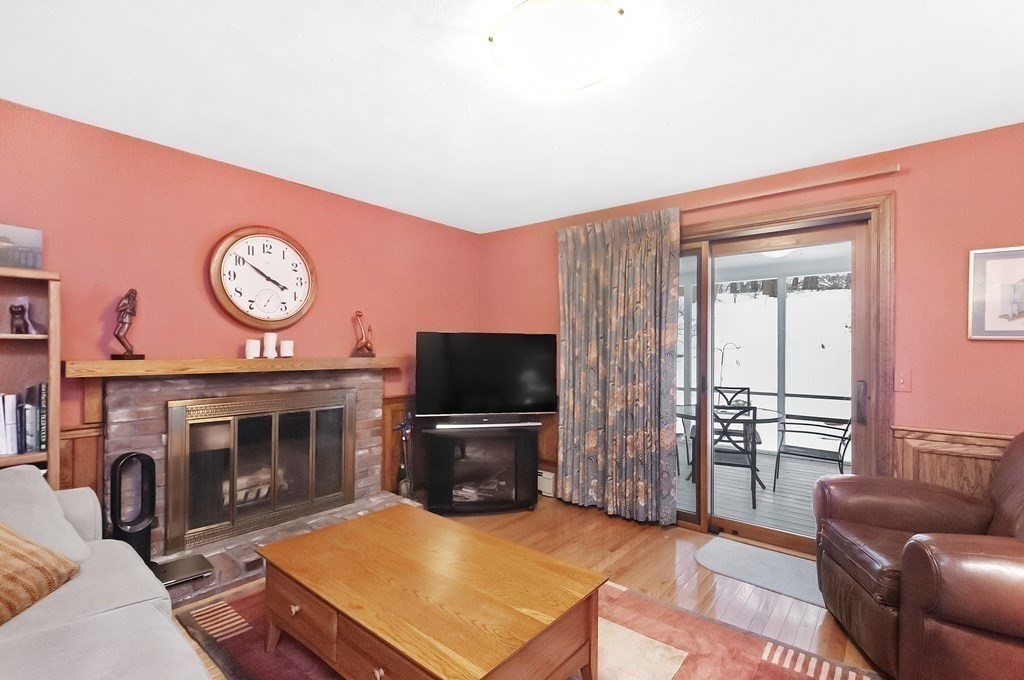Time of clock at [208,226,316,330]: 3:50
